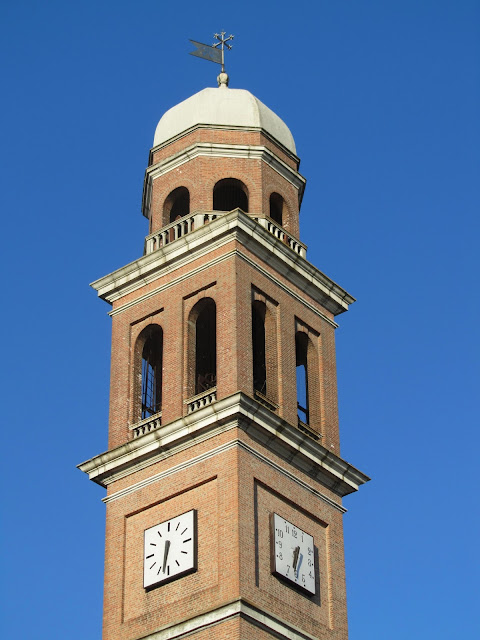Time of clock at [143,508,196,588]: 6:32
